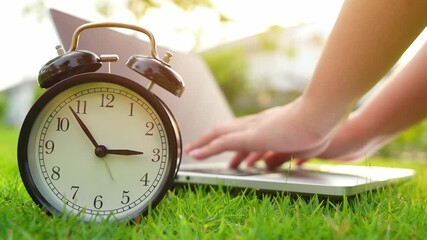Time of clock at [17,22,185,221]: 2:53
